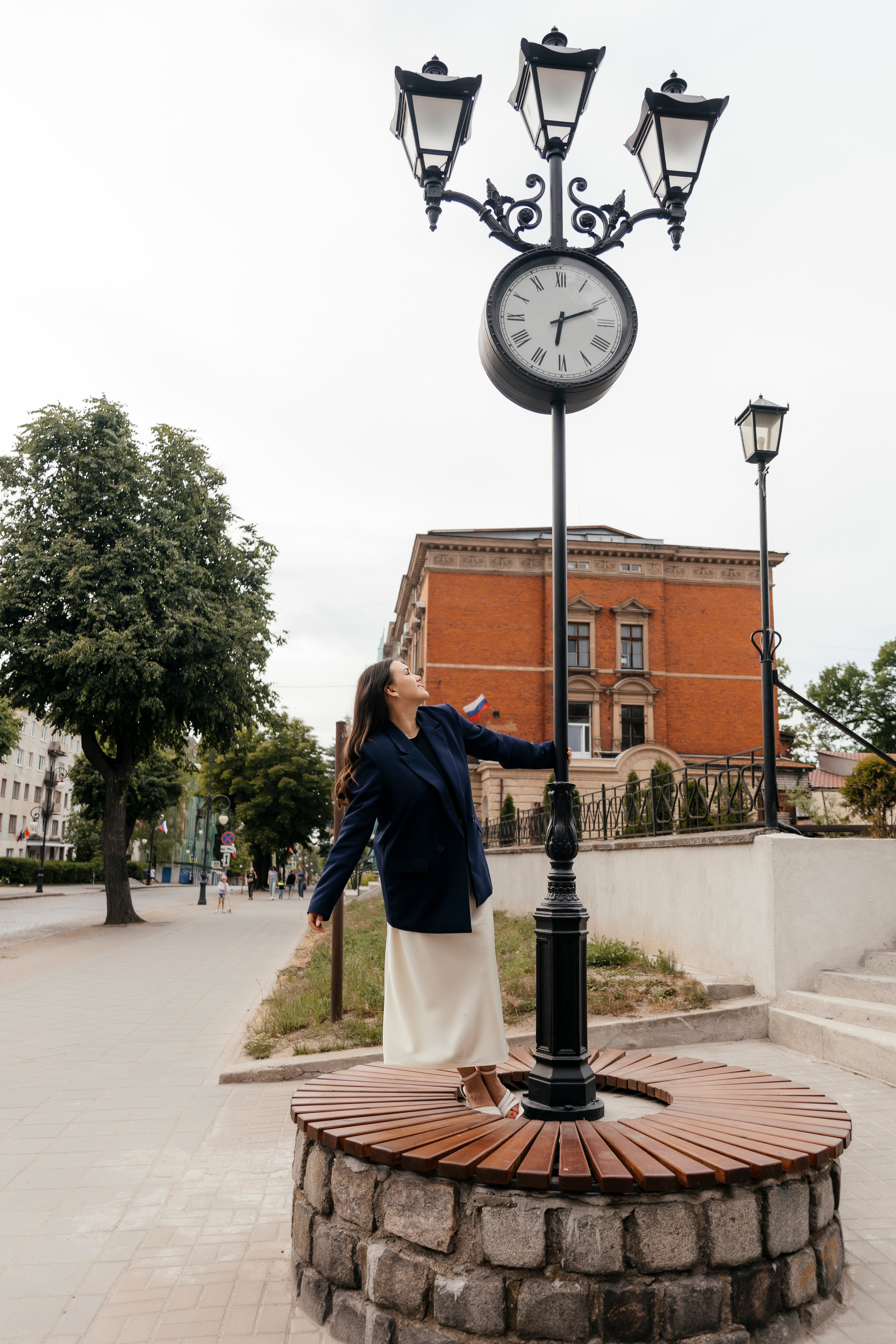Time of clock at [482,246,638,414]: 6:11
